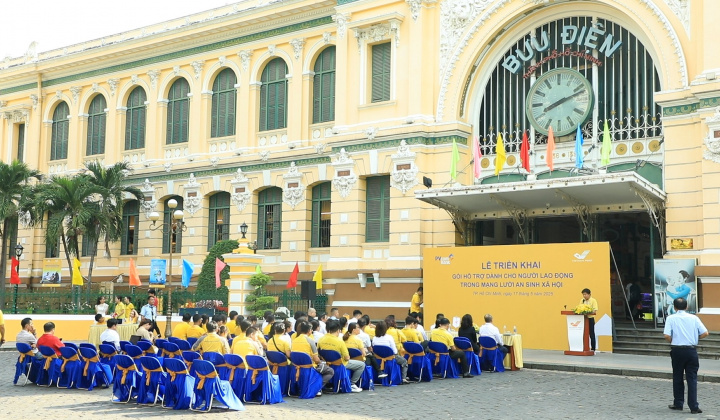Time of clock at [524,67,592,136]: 8:12
